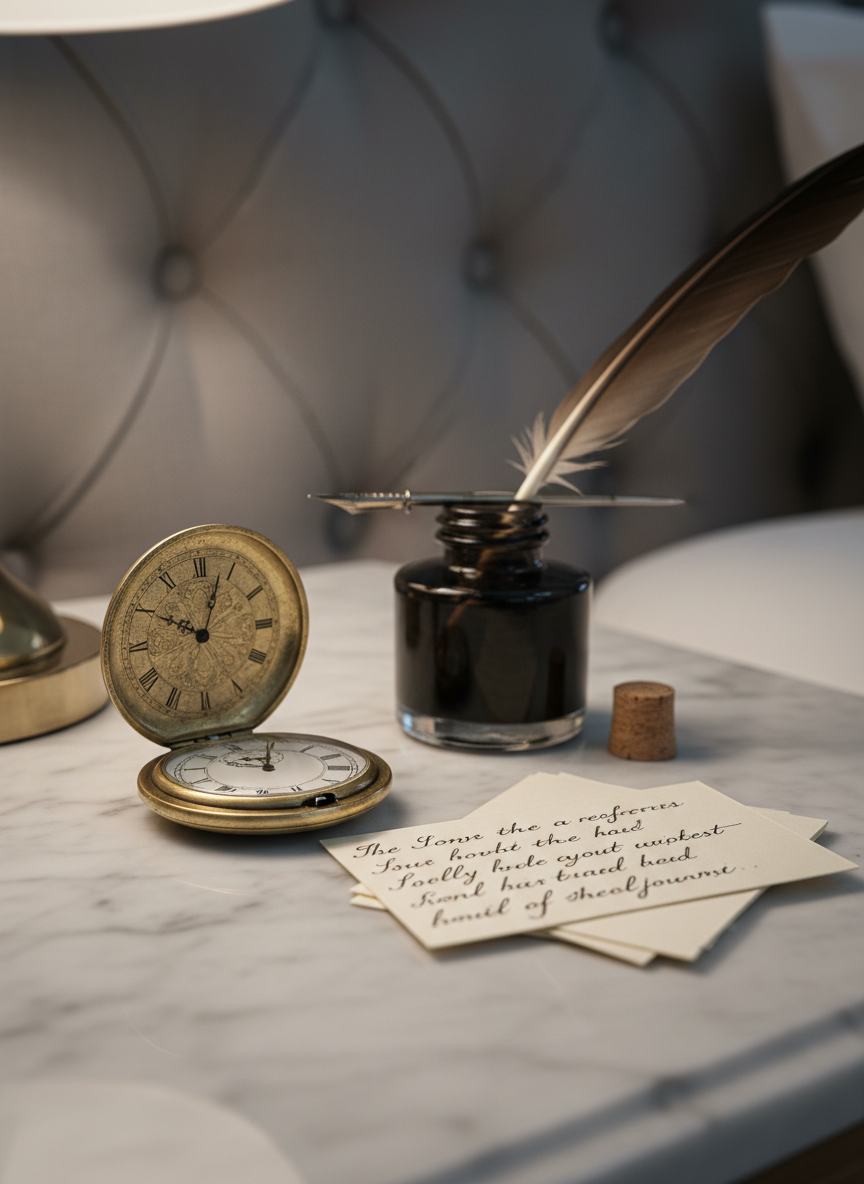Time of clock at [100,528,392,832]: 10:03
